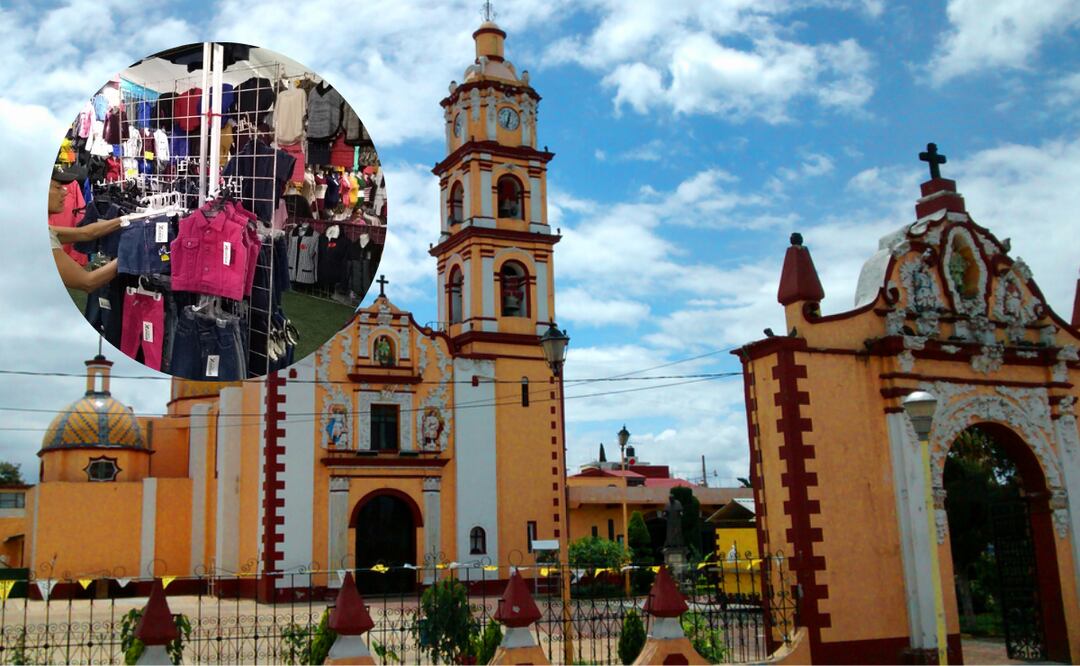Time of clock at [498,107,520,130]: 12:32
